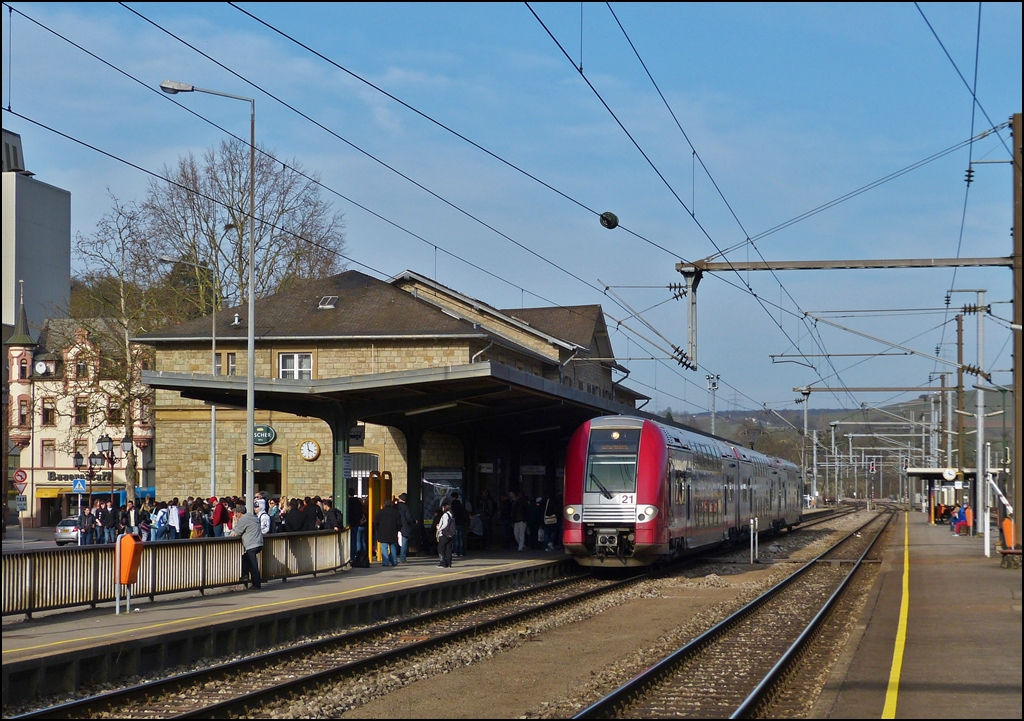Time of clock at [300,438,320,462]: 3:58
